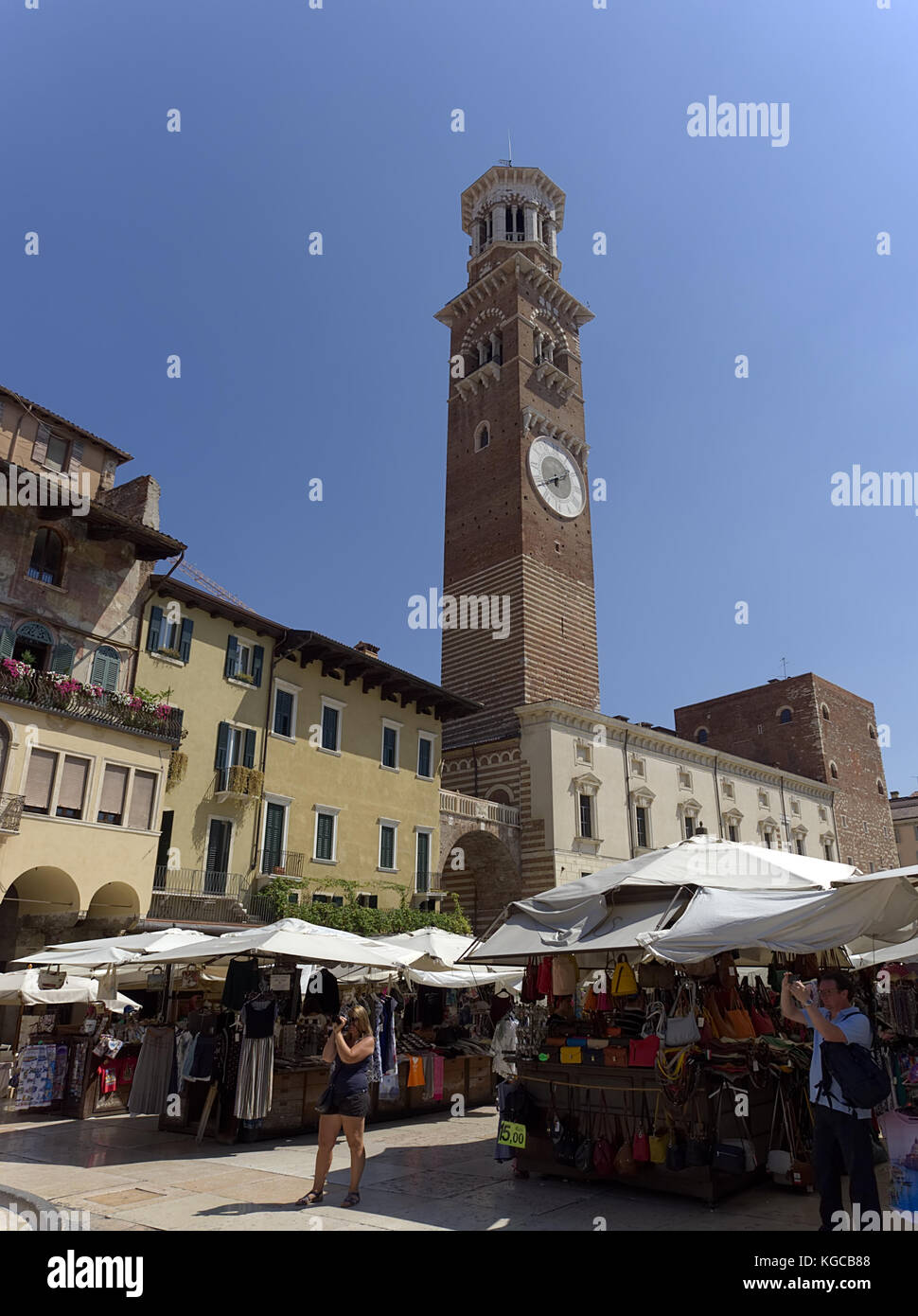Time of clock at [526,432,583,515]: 1:40
